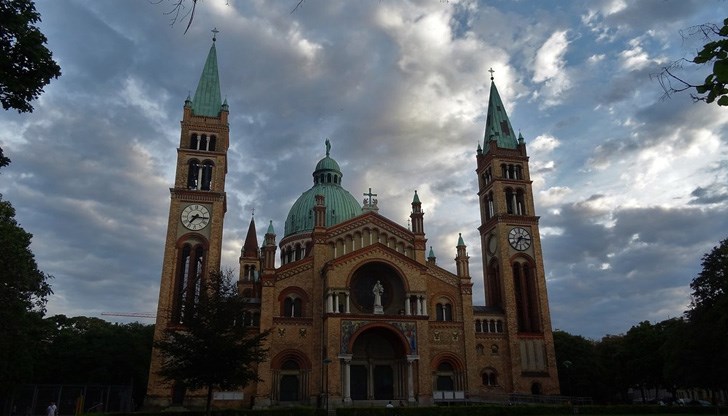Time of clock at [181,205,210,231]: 7:16
